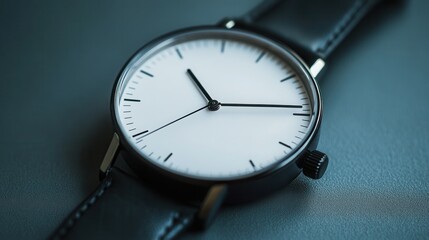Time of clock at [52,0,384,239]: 11:14
